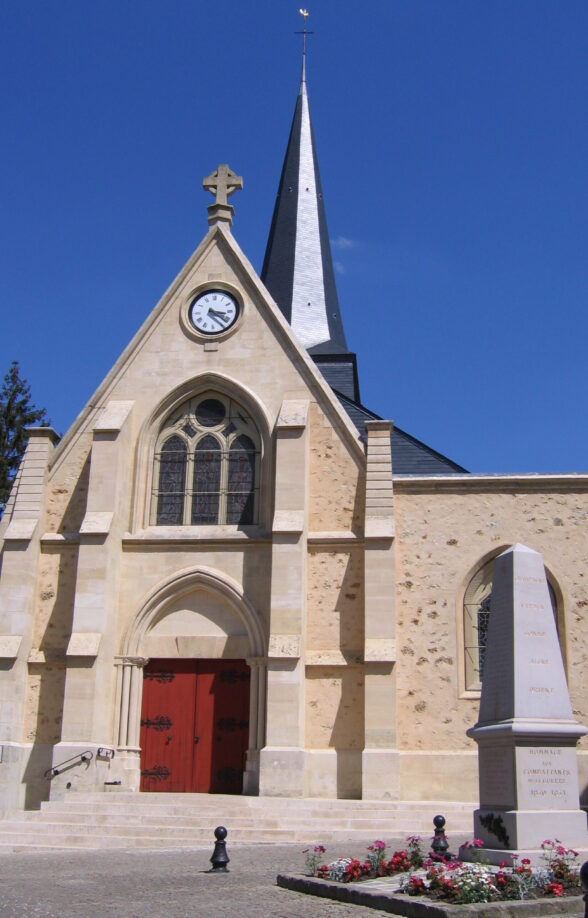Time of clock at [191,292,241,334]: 3:21
